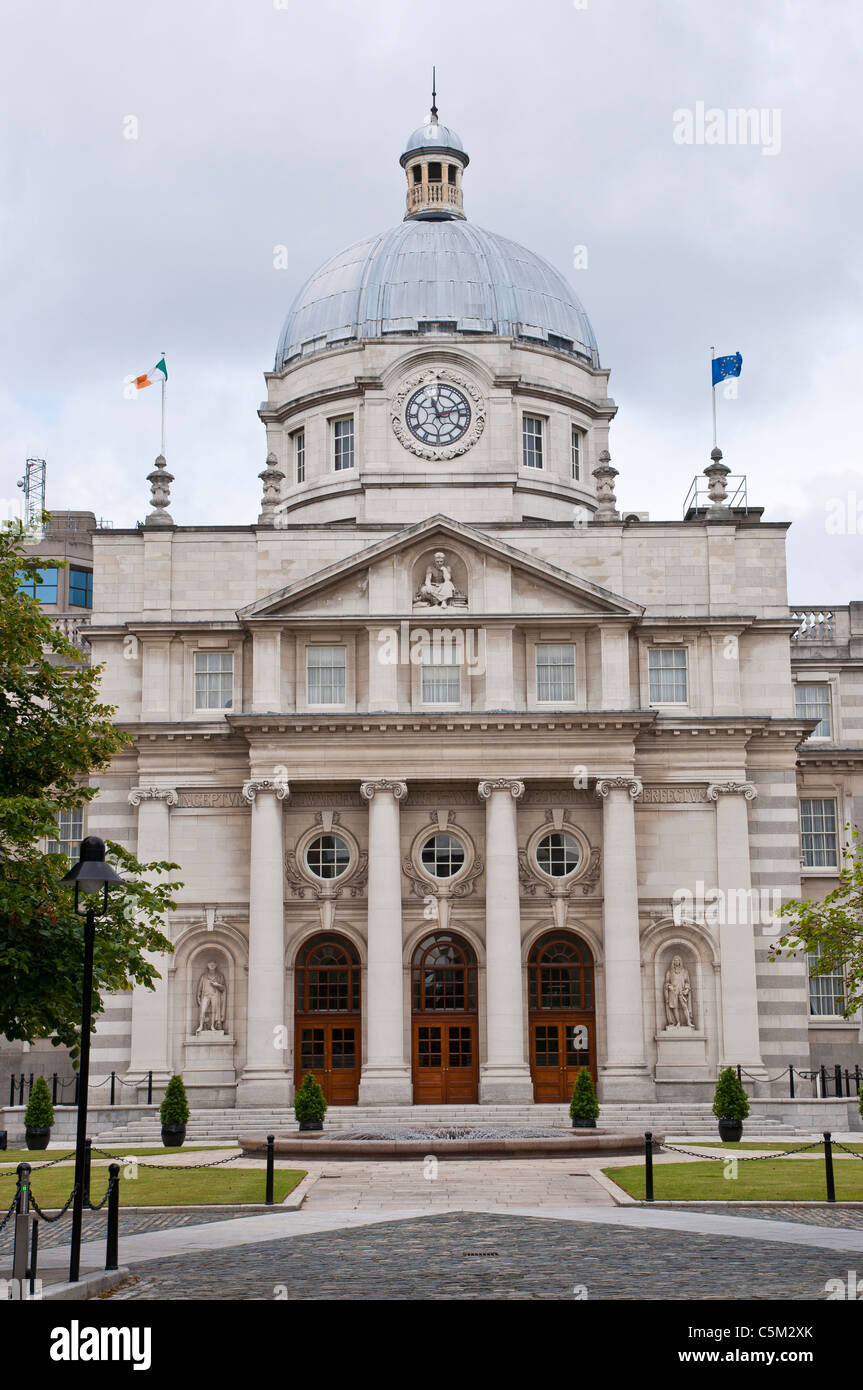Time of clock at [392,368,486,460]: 11:12
